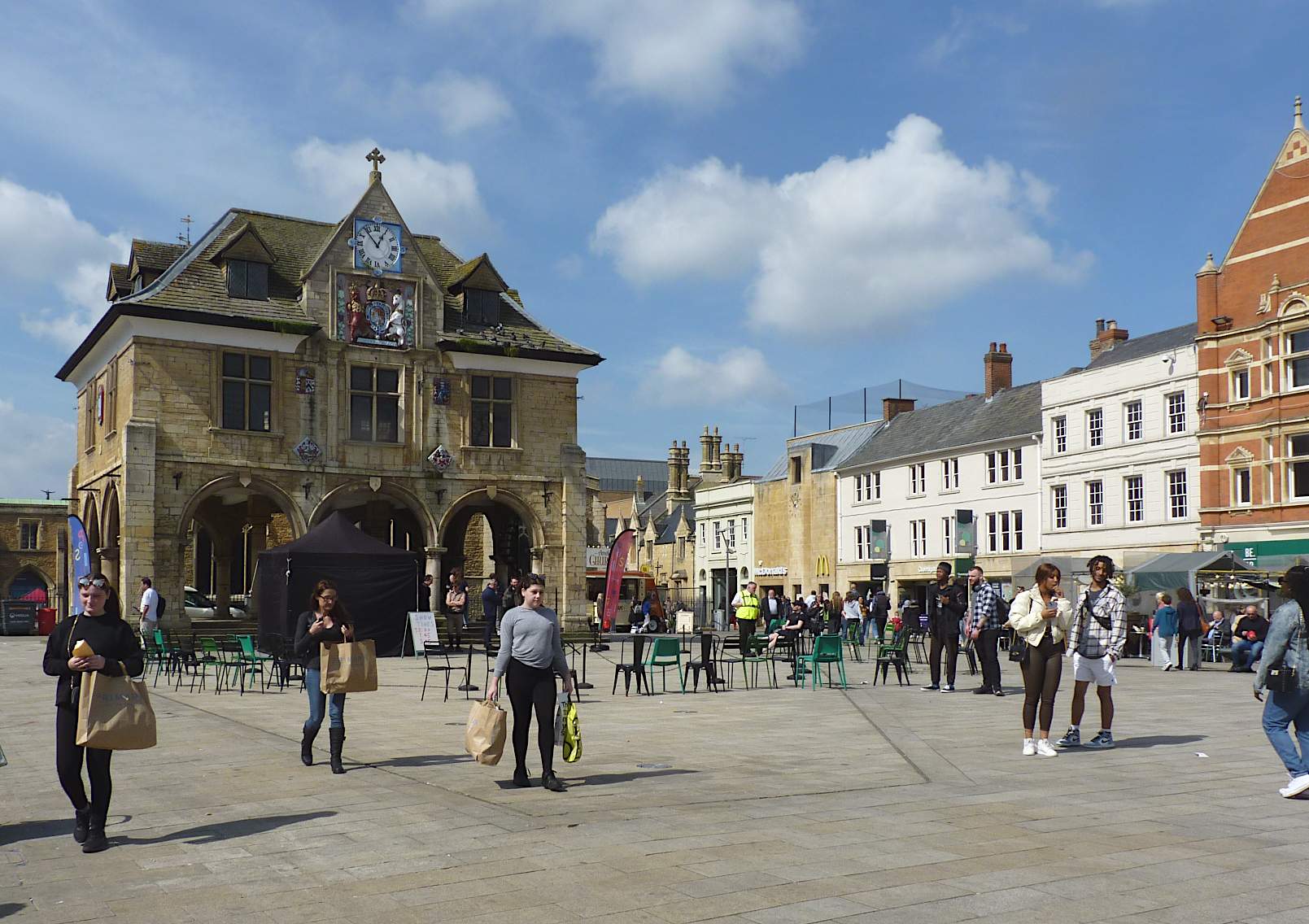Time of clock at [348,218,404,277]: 12:53
